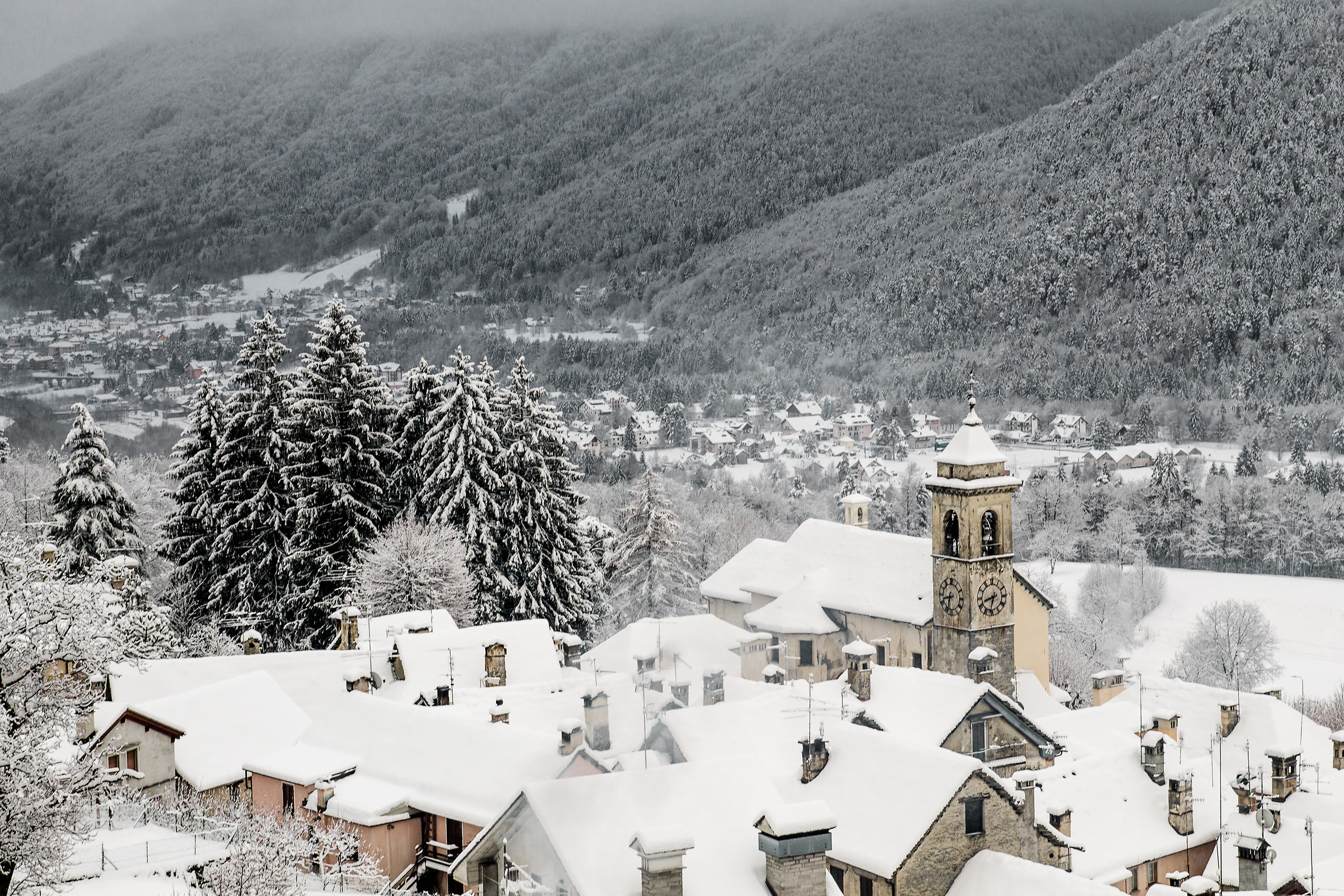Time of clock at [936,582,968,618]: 8:32
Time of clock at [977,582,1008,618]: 8:32
